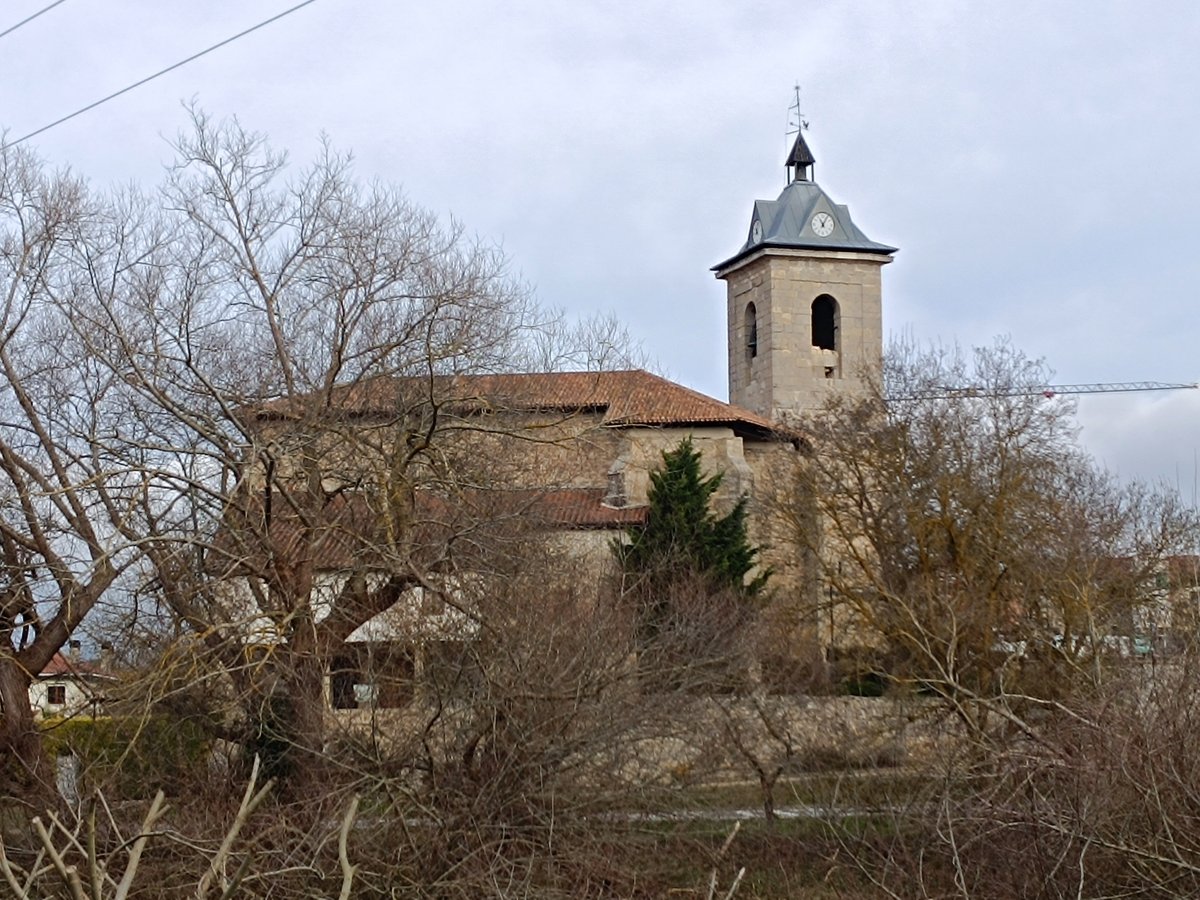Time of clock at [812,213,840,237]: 11:04
